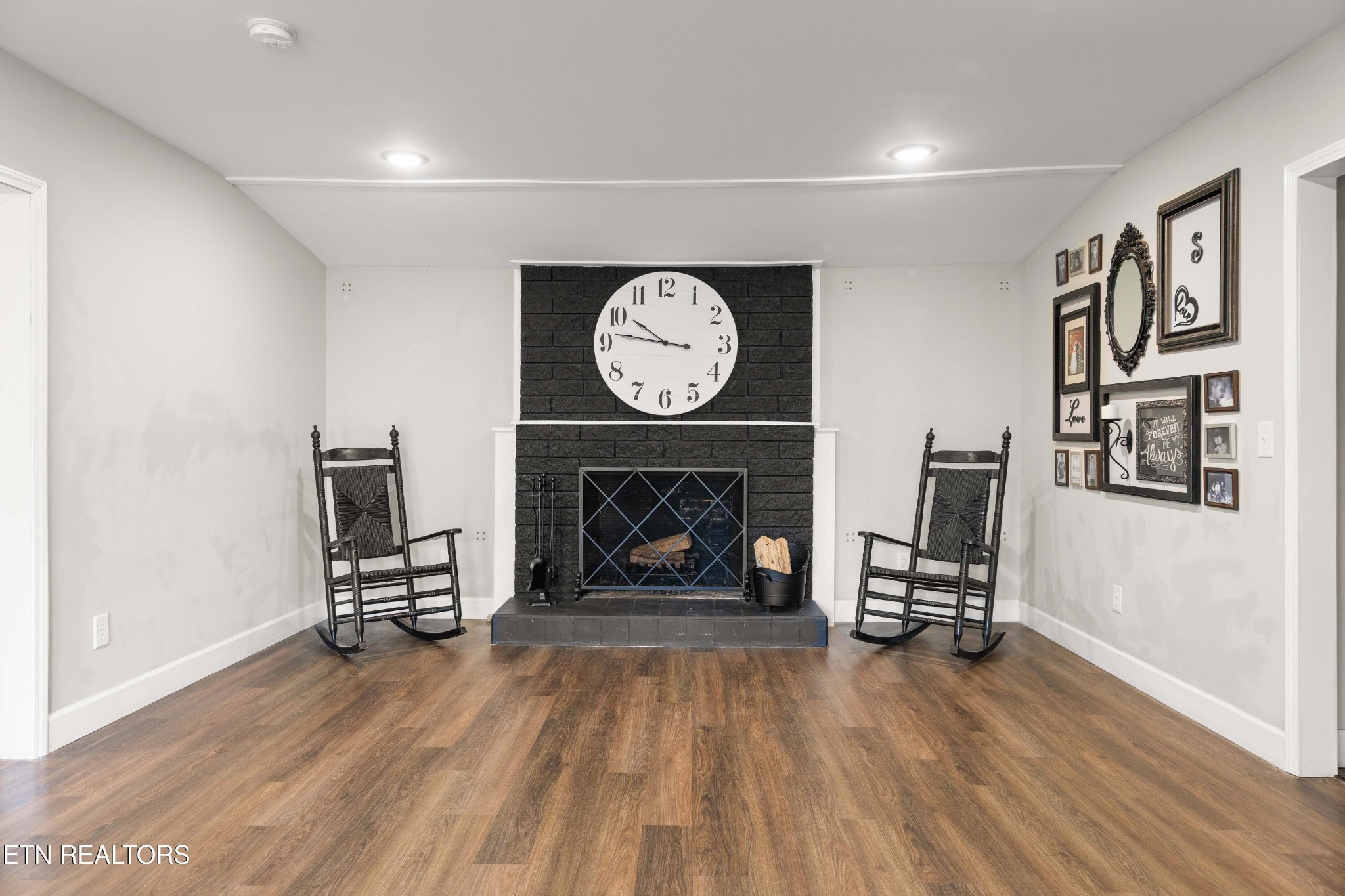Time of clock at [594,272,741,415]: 9:46
